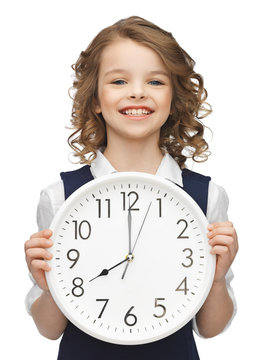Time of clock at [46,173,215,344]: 7:59
